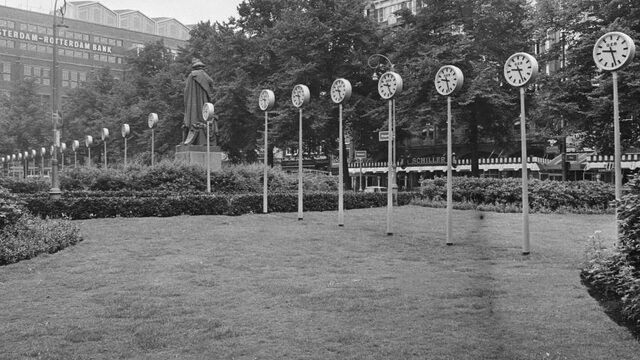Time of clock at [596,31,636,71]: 9:27
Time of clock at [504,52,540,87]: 9:27
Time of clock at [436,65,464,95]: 9:27
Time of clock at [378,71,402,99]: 9:26
